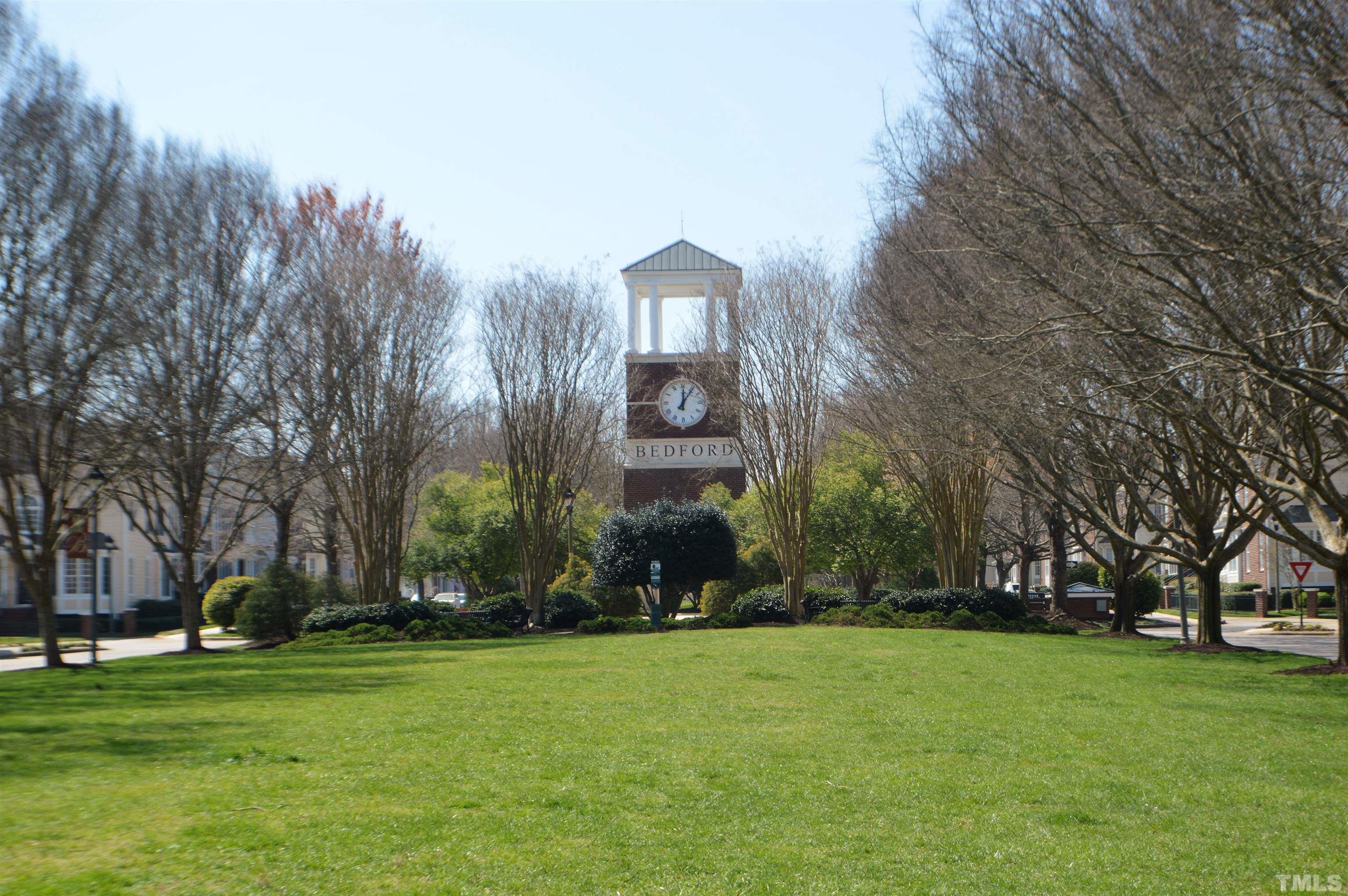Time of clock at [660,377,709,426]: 12:06
